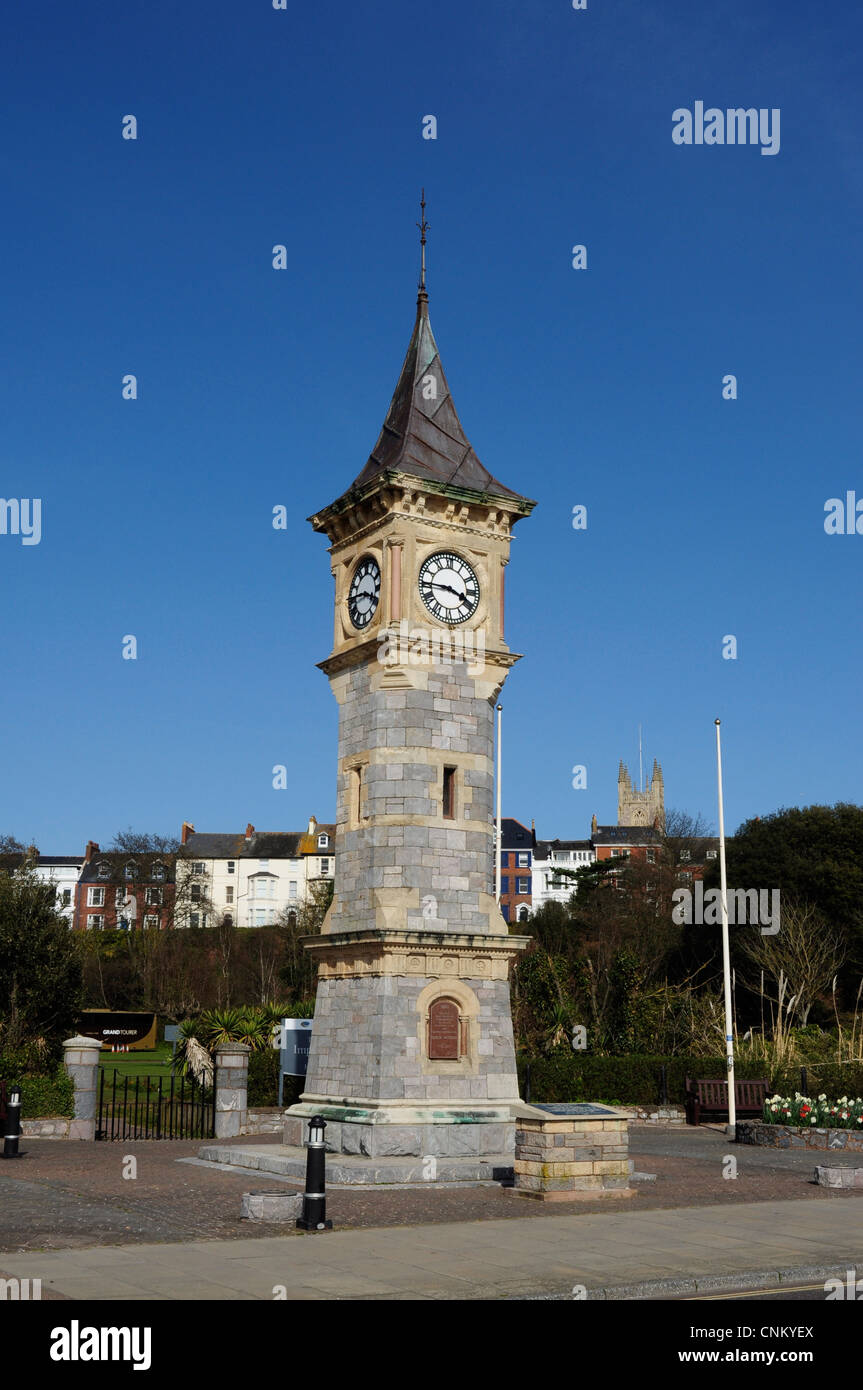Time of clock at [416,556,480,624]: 3:45
